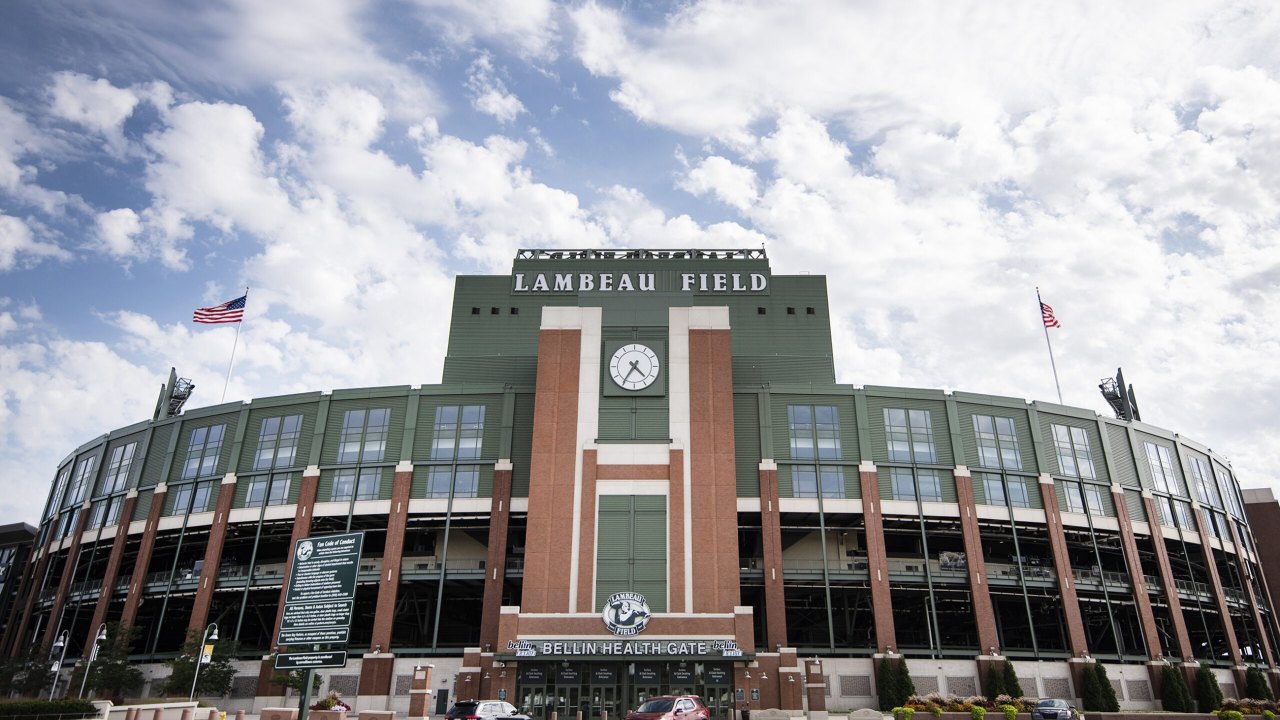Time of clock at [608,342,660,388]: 4:35
